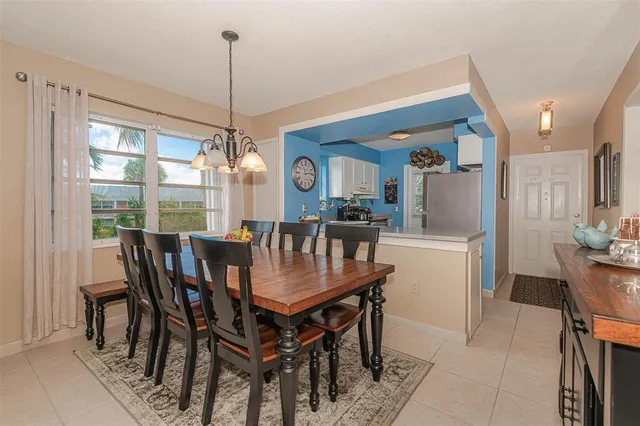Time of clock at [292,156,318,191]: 11:13
